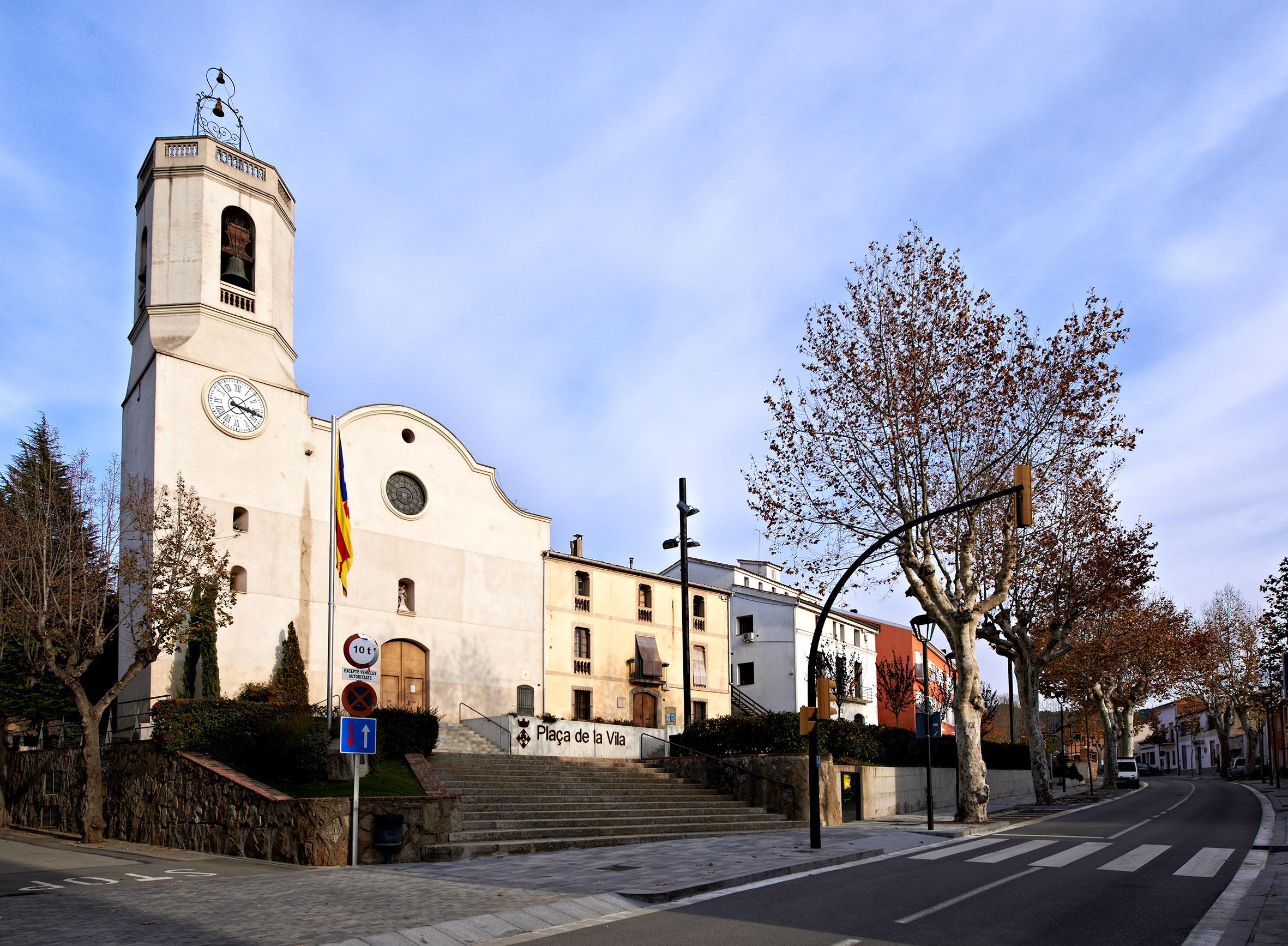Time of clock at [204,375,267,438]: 3:17
